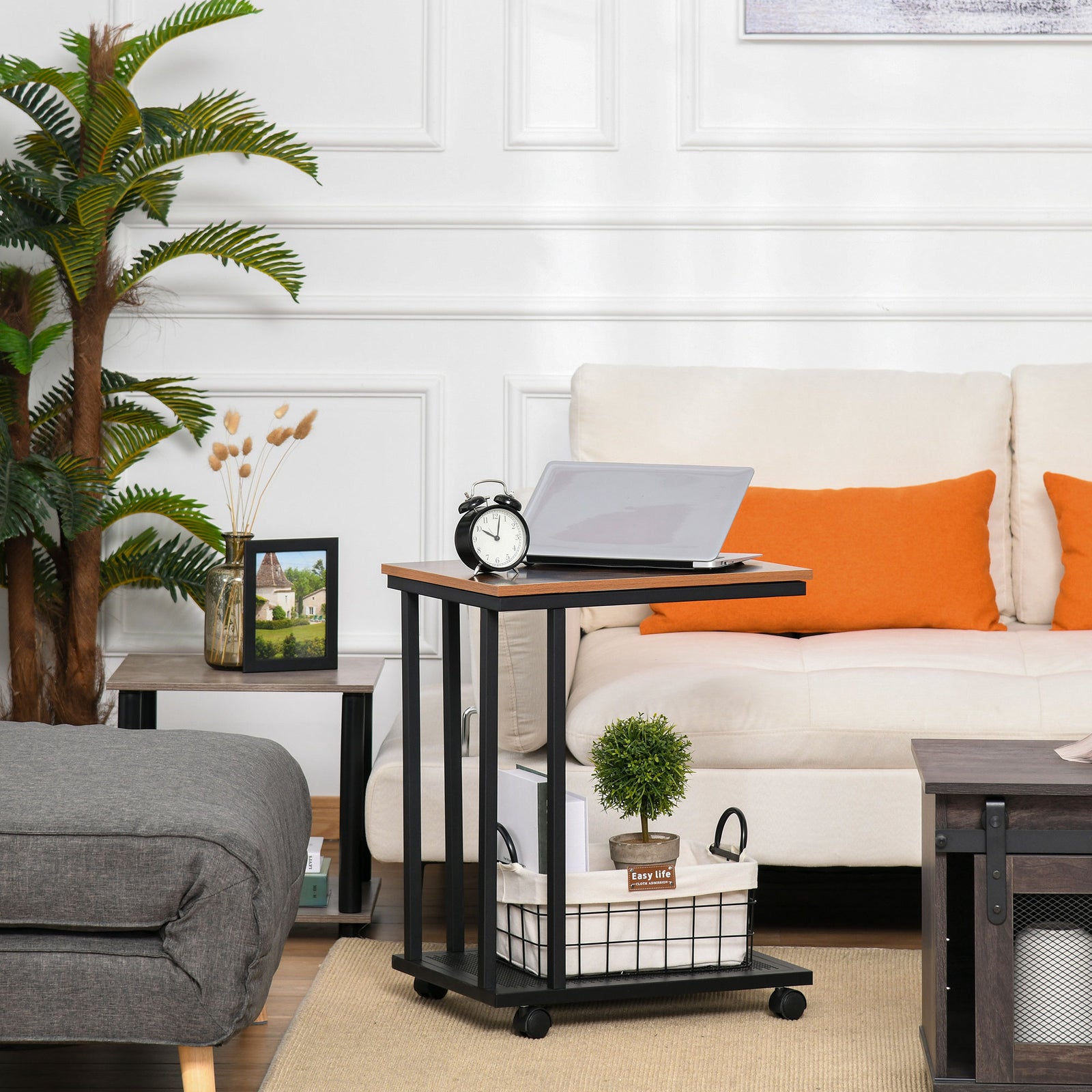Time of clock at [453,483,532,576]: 10:01
